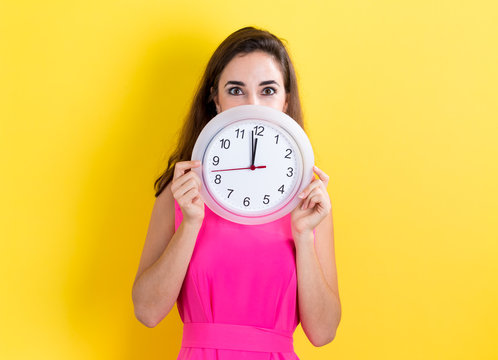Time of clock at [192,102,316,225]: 11:58
